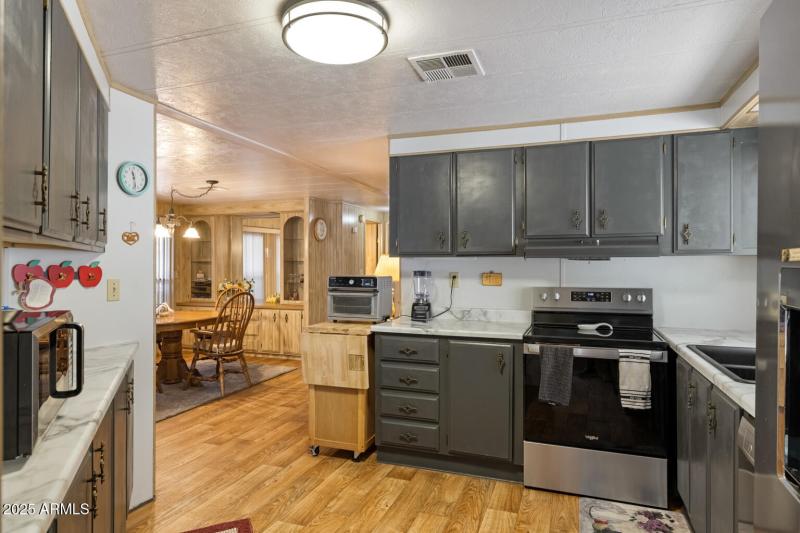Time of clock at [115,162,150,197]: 11:28
